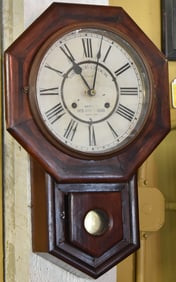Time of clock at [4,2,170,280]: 11:03
